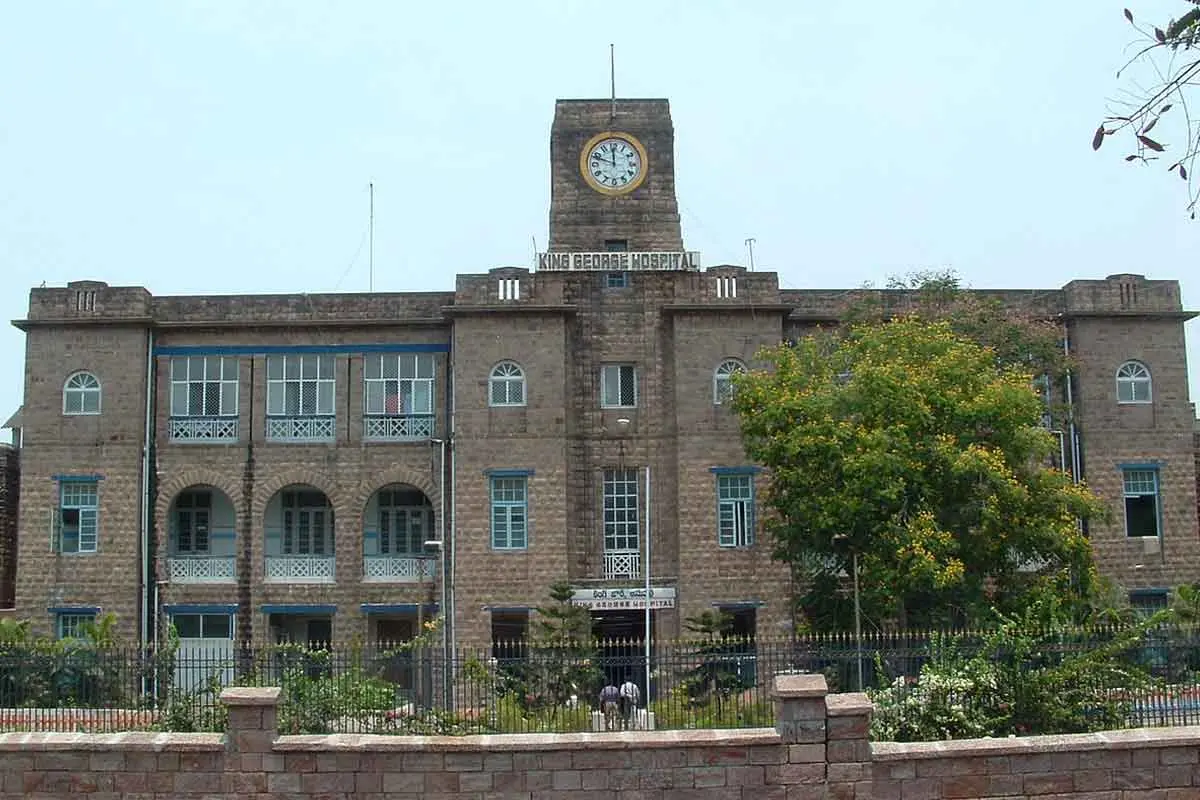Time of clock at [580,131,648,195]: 11:48
